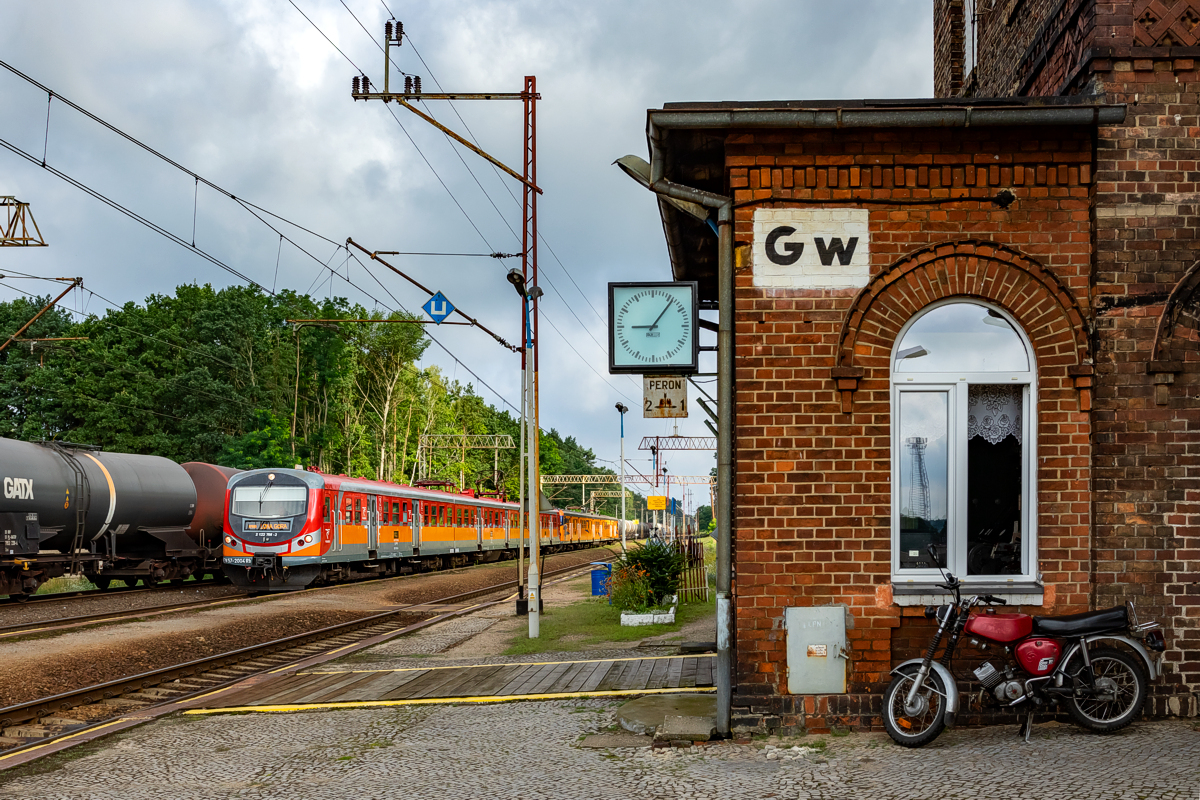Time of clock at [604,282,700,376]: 9:06
